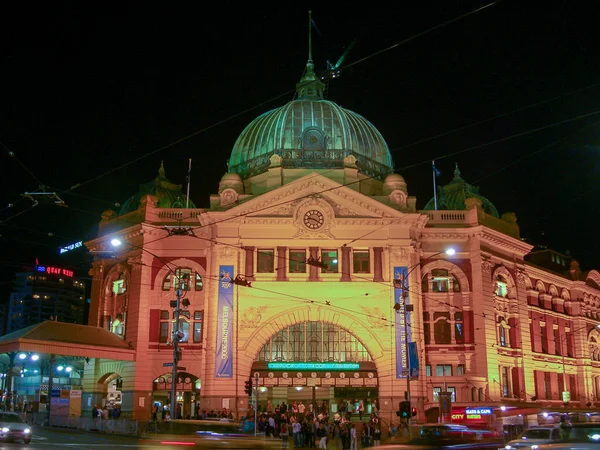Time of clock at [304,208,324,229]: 9:19
